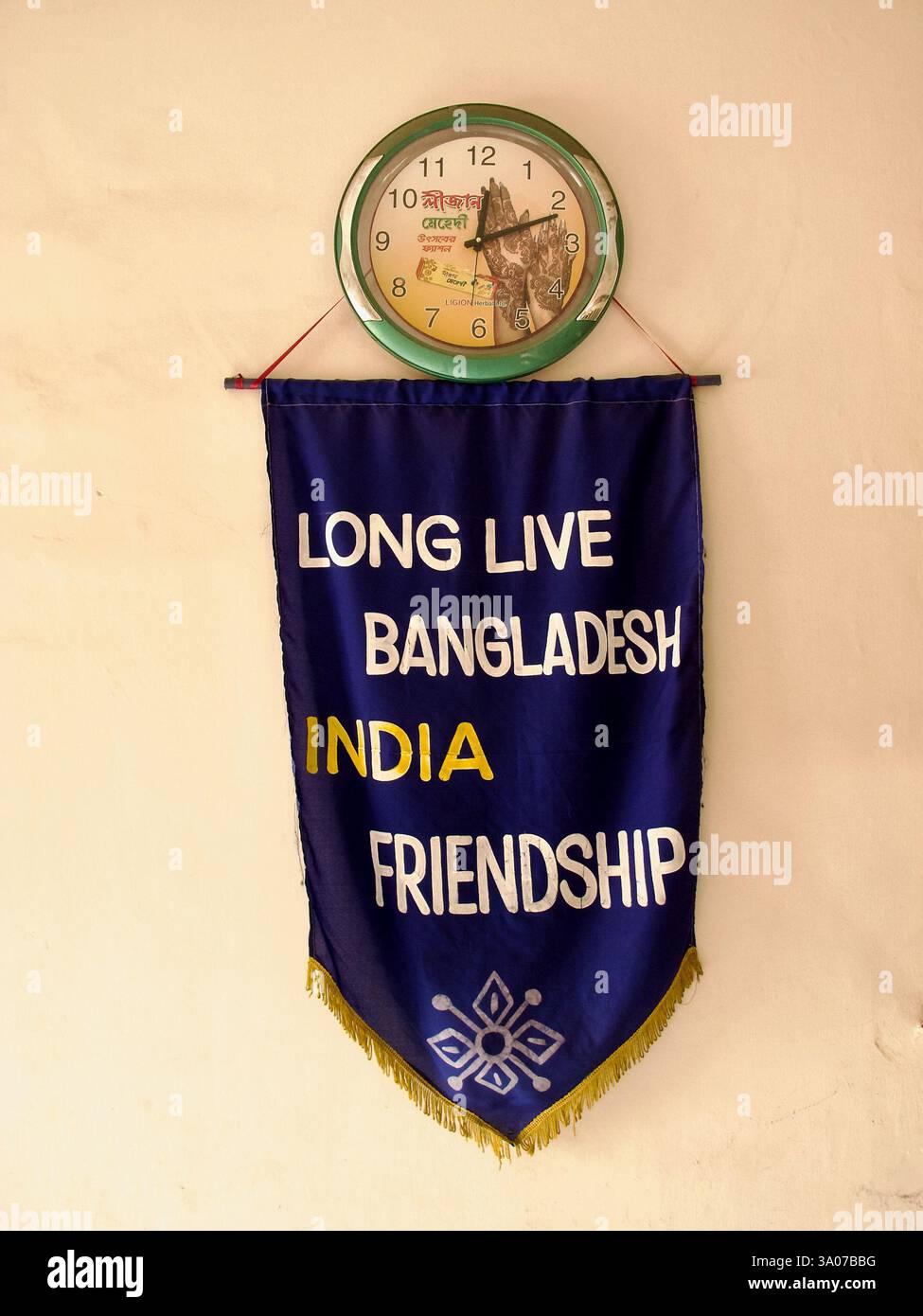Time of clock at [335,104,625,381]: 12:11
